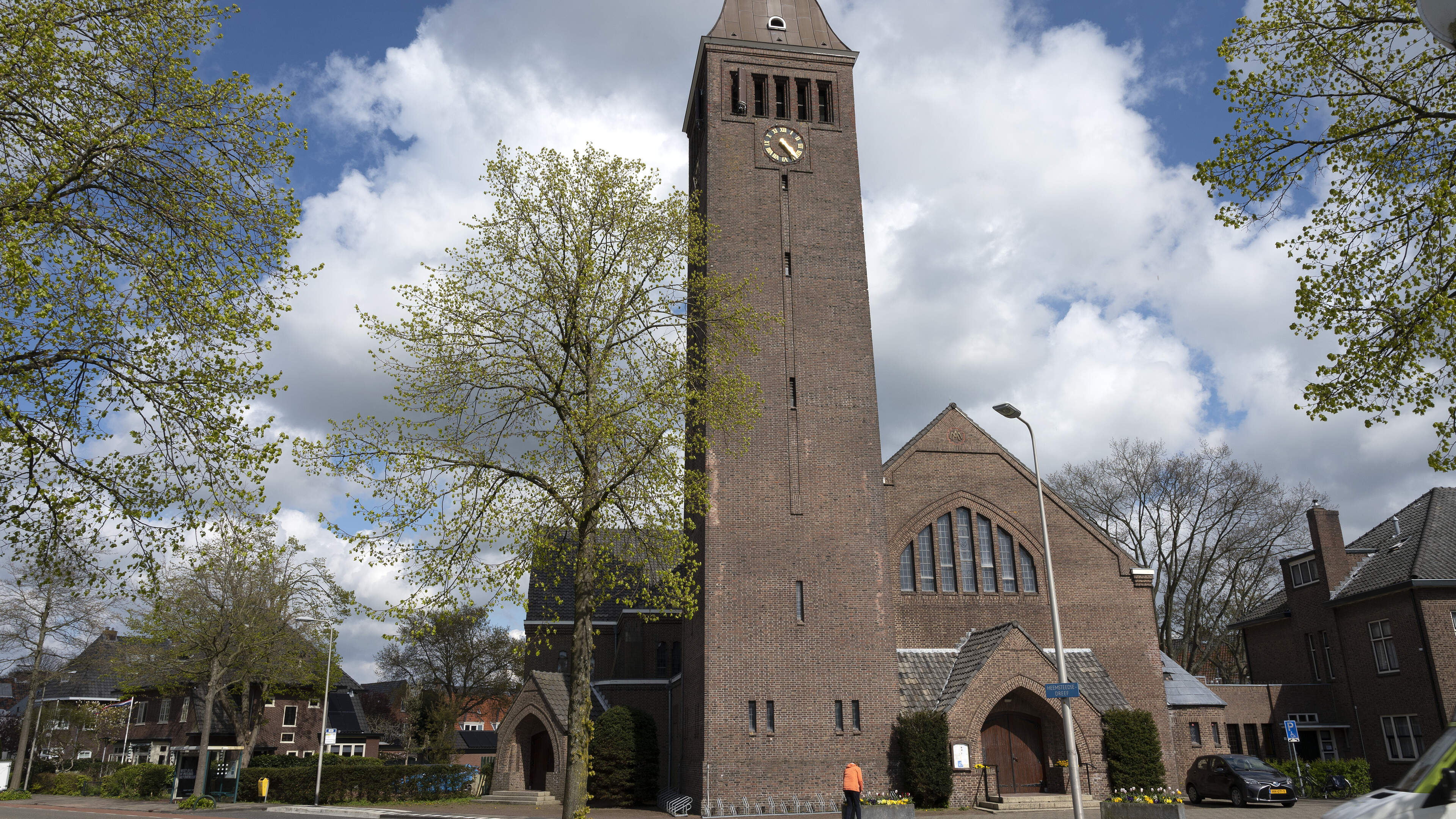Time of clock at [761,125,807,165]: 4:24
